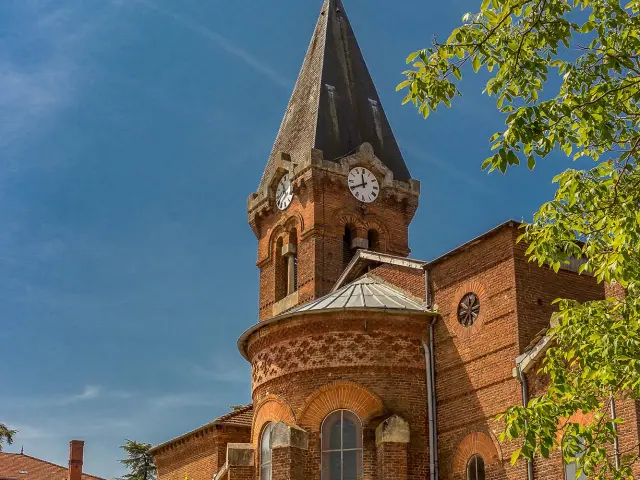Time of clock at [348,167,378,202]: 11:40
